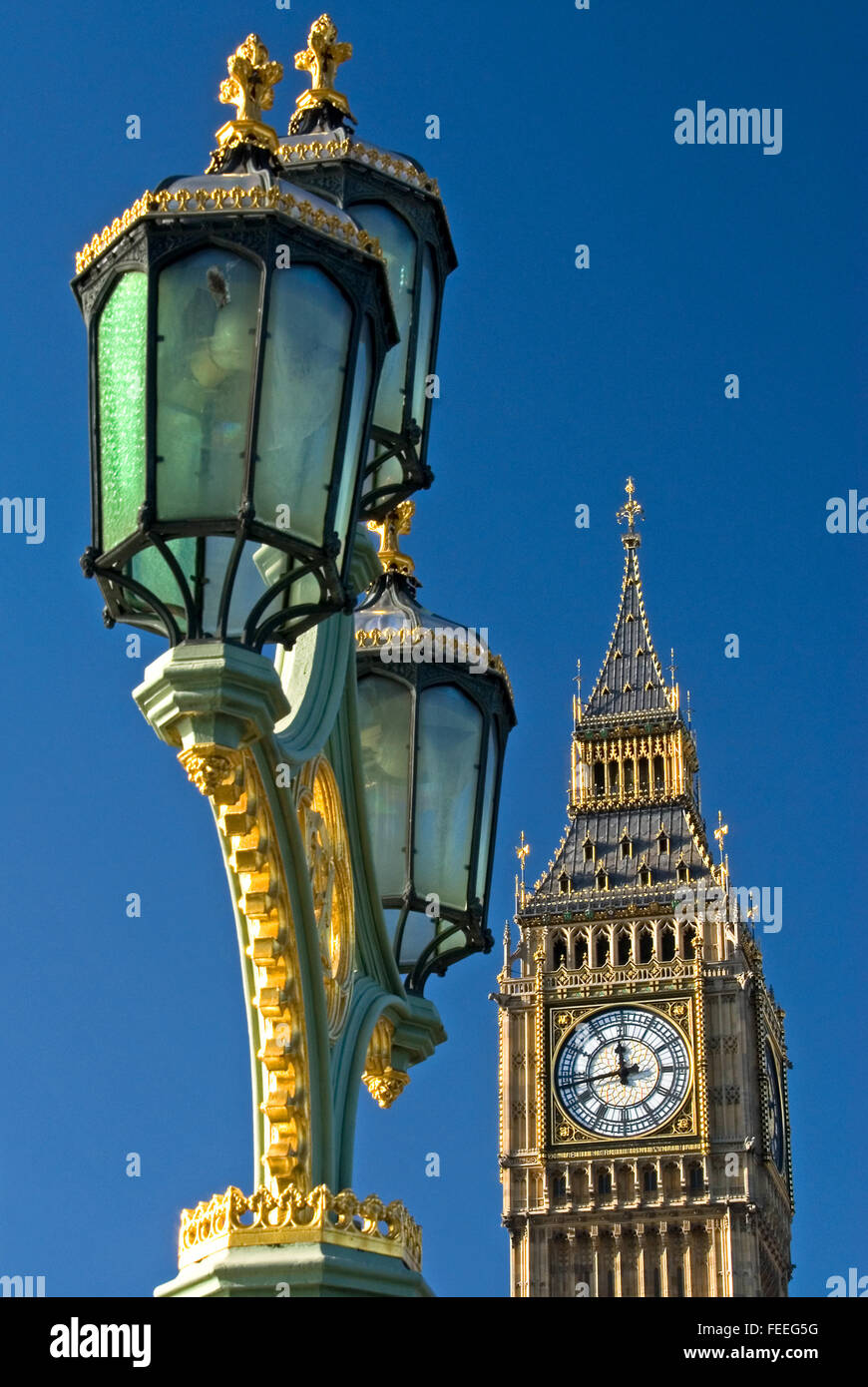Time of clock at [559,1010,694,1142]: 11:43
